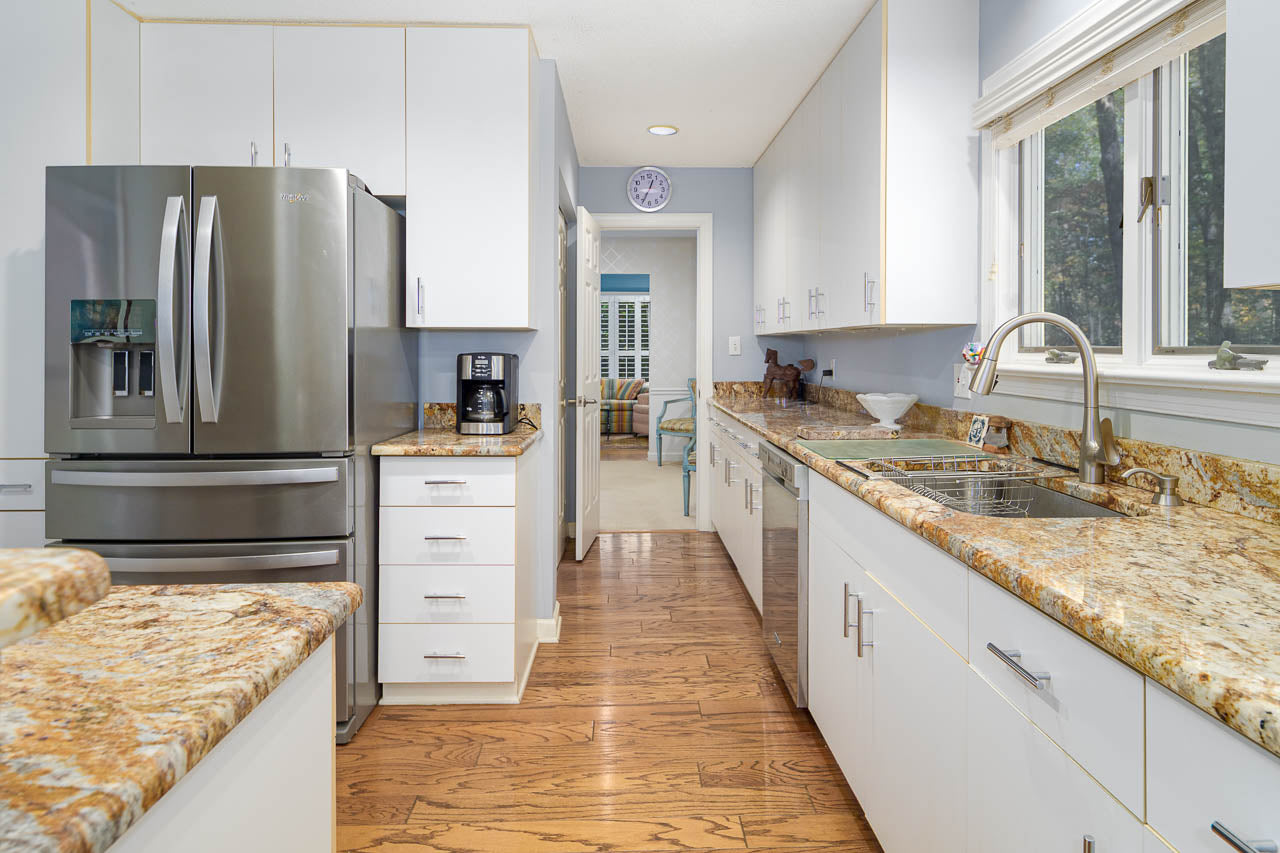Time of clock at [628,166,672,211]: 12:34
